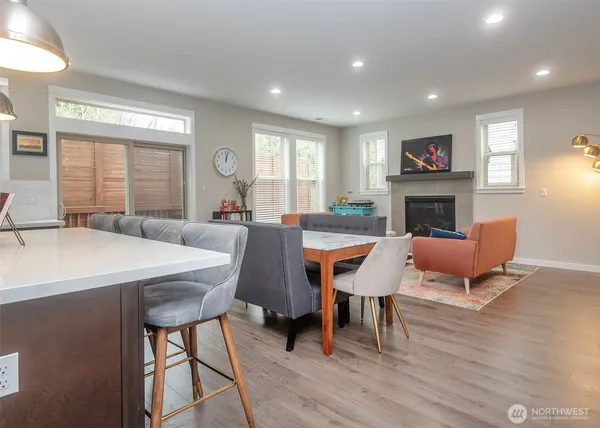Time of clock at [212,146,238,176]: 12:02
